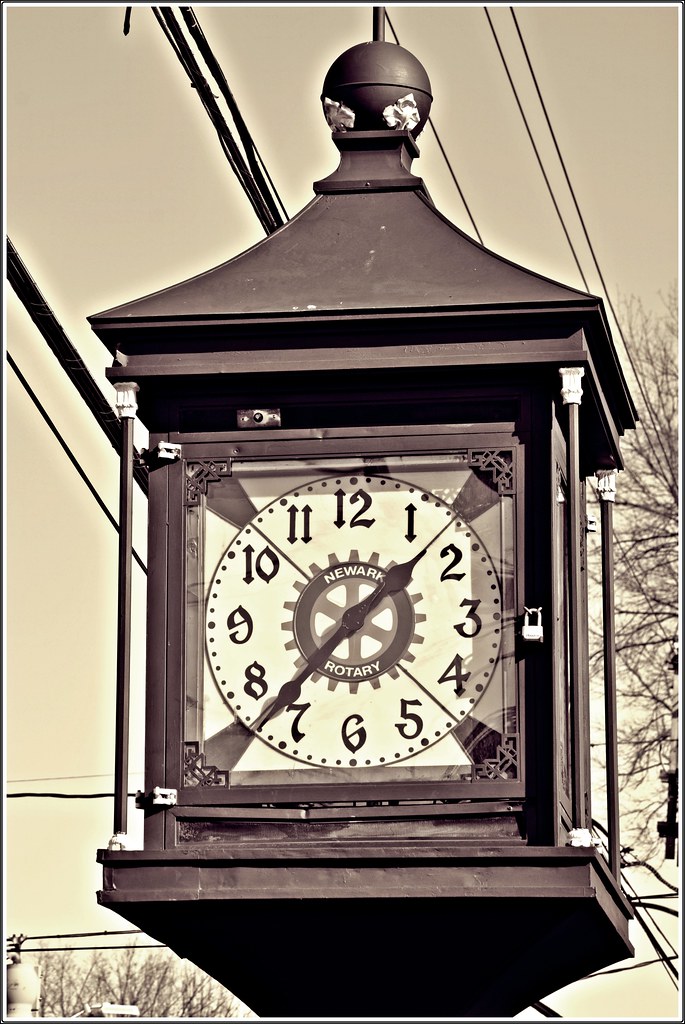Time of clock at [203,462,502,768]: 1:37
